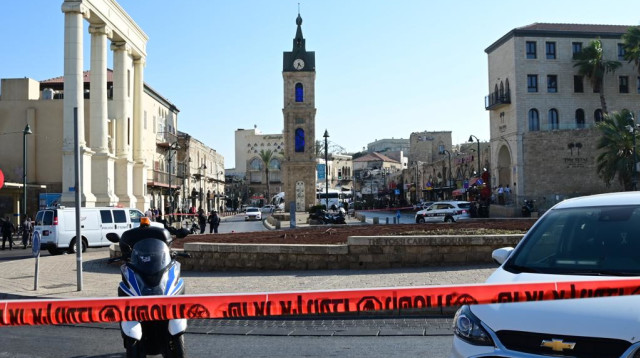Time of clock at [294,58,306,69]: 4:34
